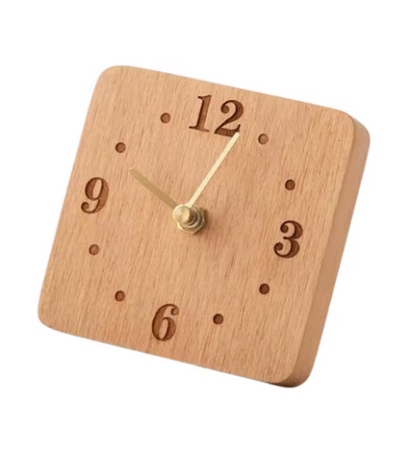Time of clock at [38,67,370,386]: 10:02
